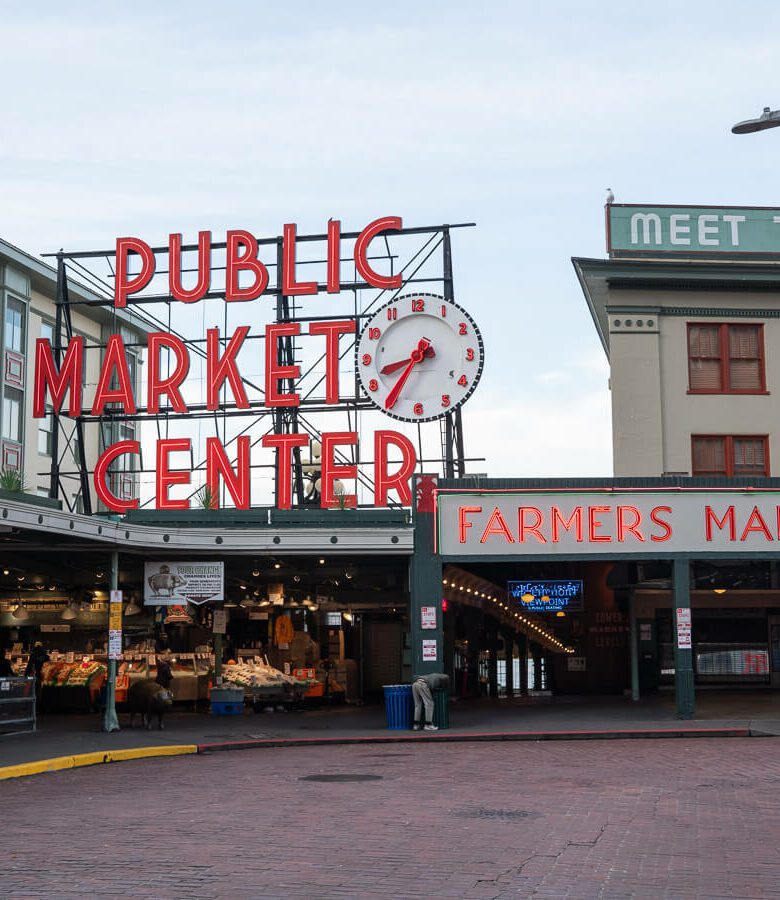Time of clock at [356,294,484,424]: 8:36
